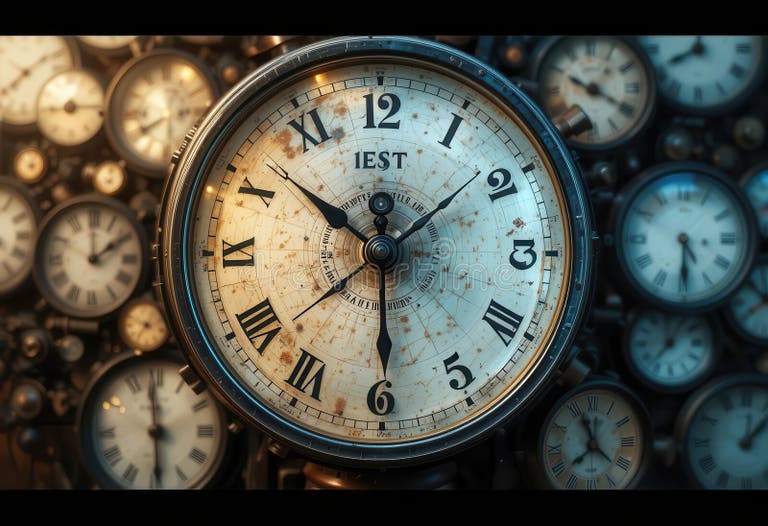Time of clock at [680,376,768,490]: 12:07
